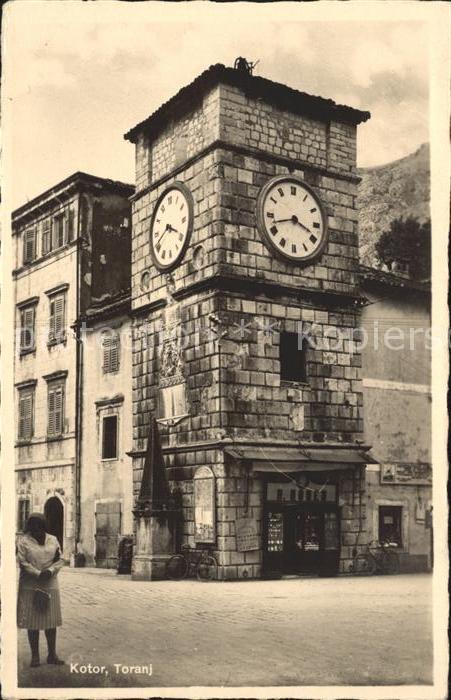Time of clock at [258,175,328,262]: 3:42
